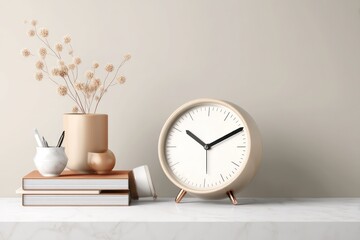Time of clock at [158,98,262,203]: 10:10
